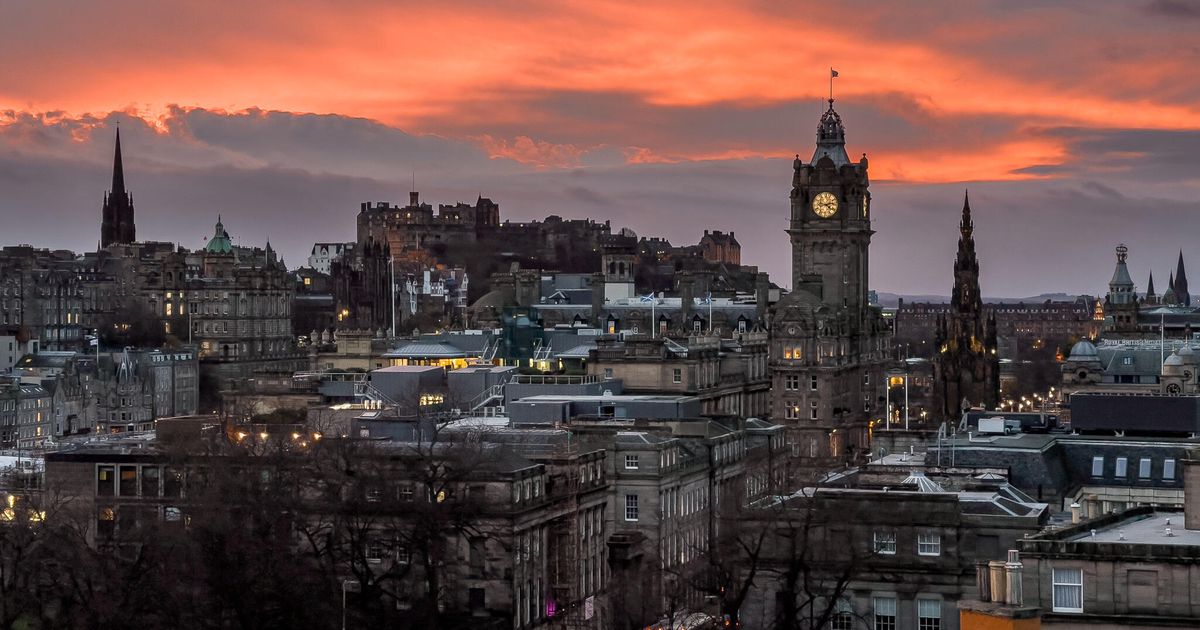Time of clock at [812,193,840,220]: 4:13
